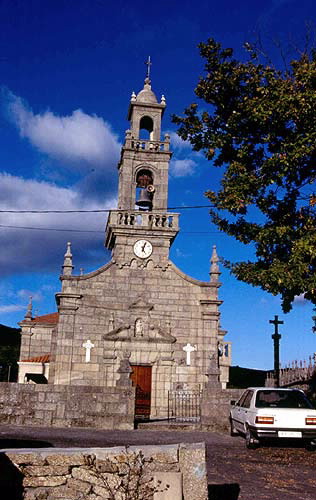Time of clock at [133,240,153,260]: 5:03
